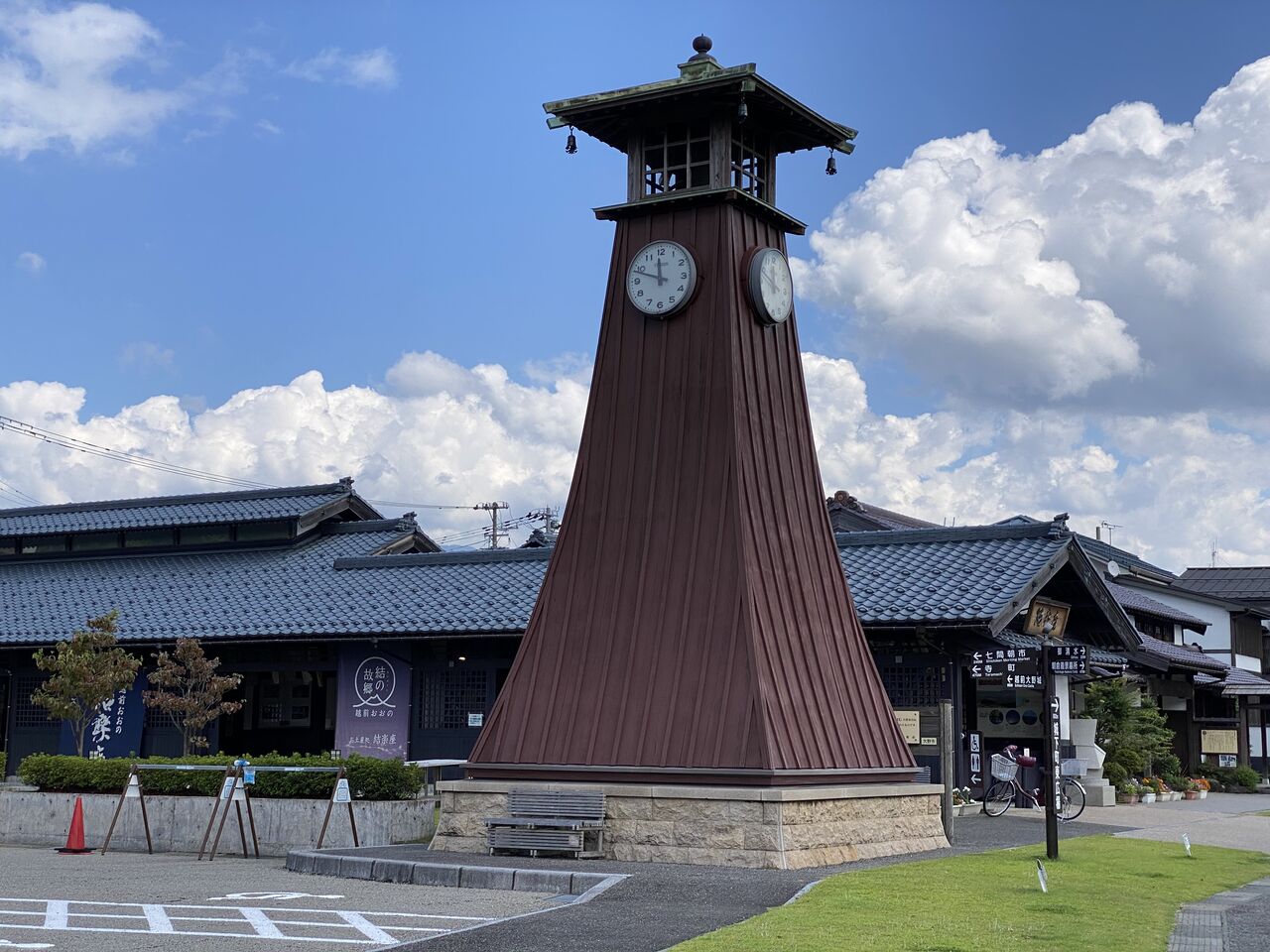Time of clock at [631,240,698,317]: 11:48
